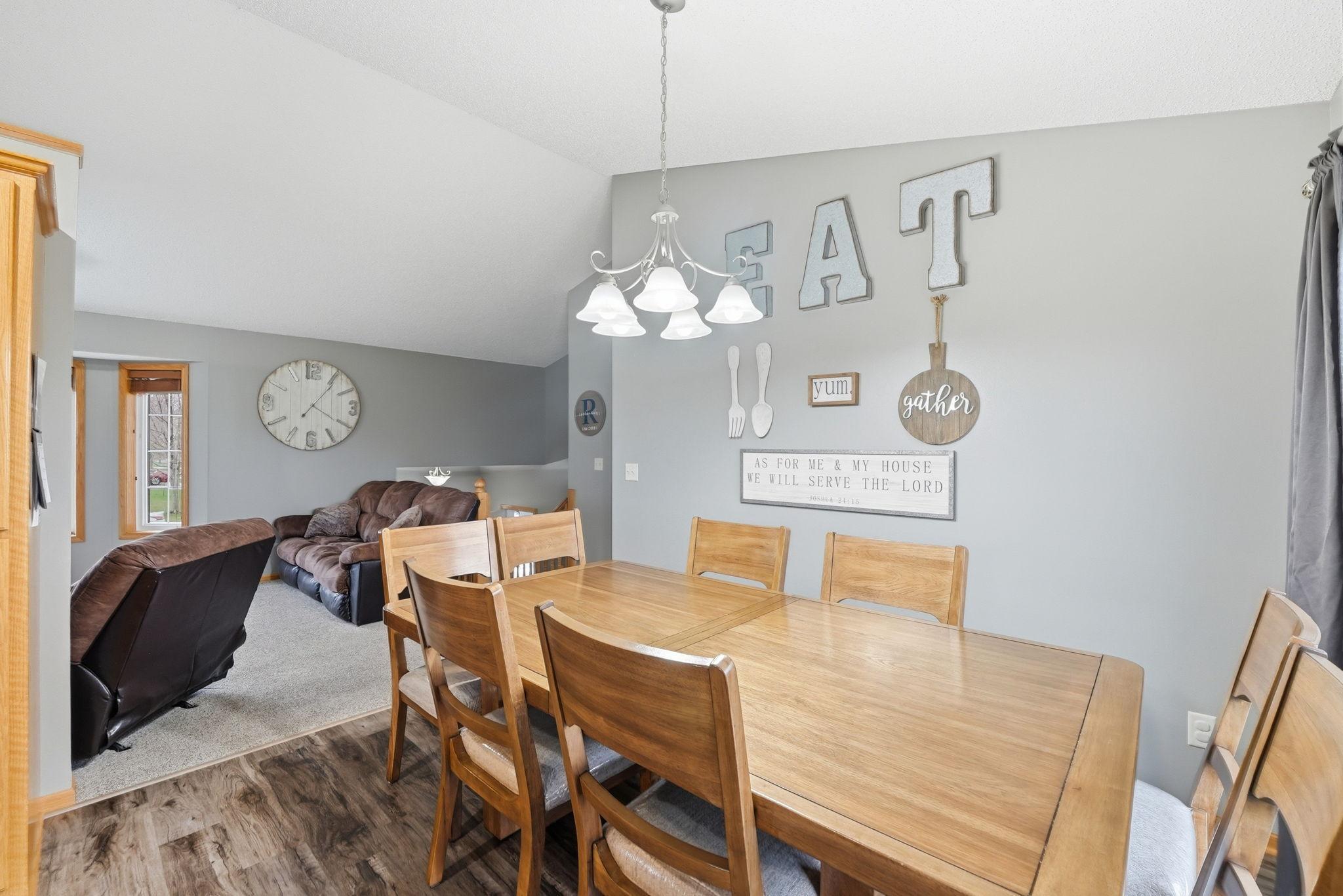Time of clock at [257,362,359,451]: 7:06
